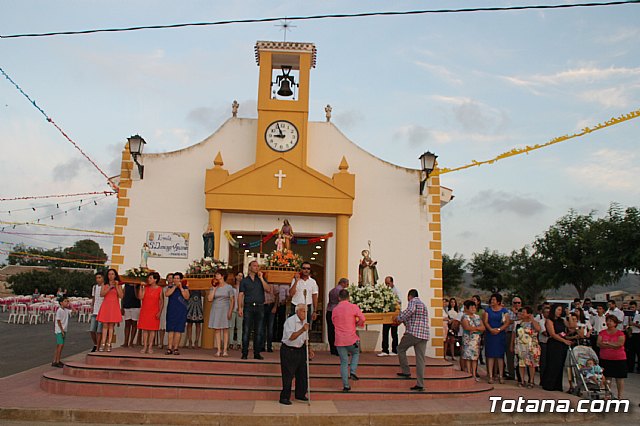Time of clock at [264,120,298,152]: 8:56
